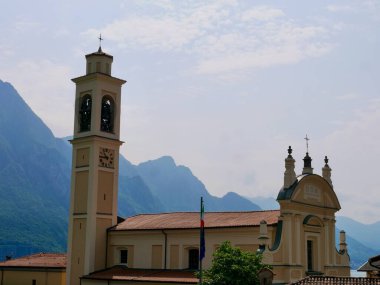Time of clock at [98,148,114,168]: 10:45
